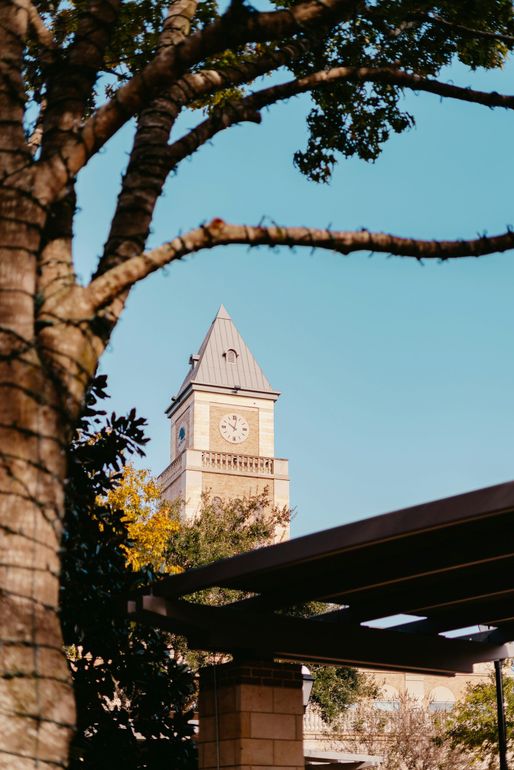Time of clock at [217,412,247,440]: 10:02
